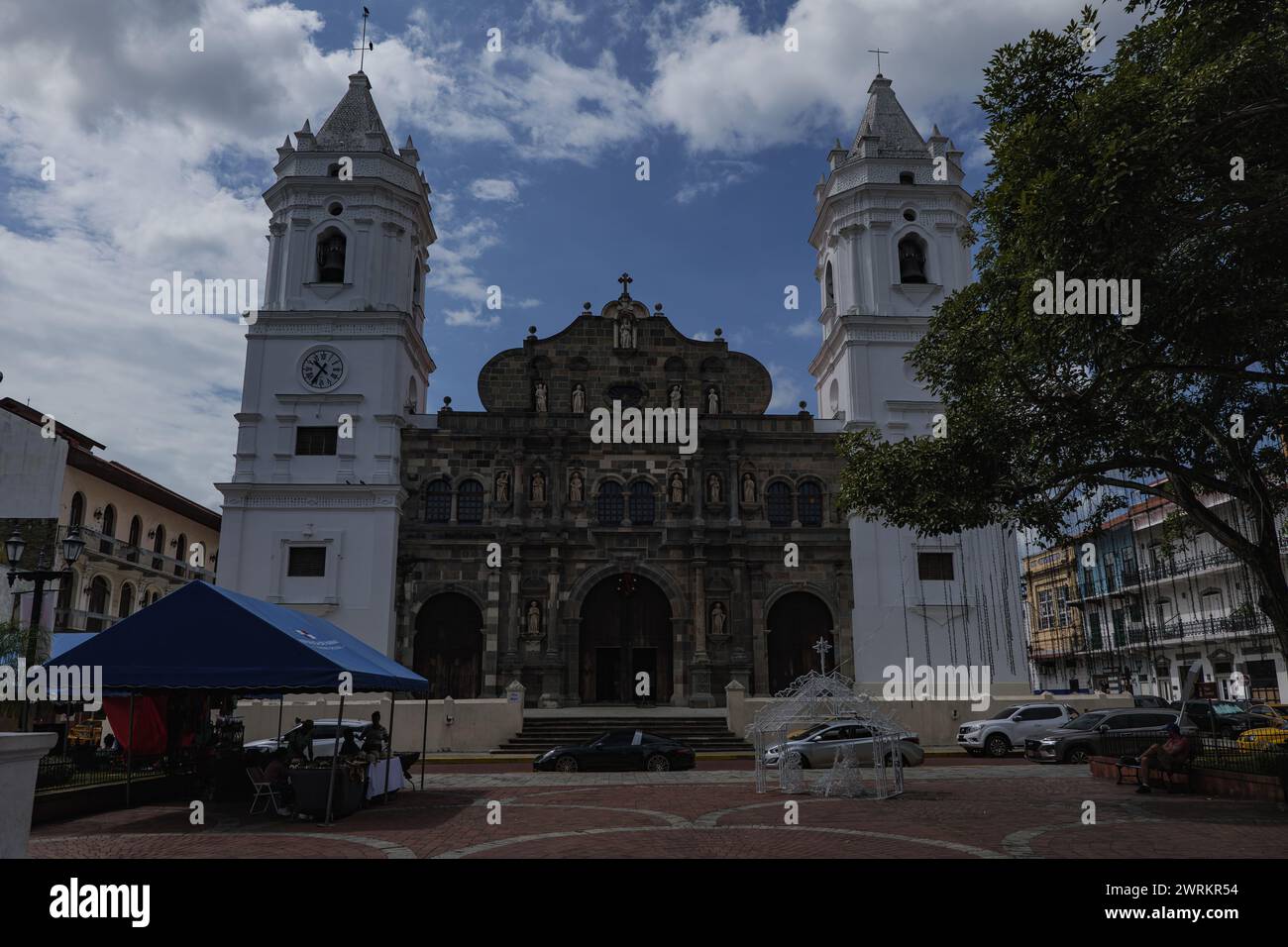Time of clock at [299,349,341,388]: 10:35
